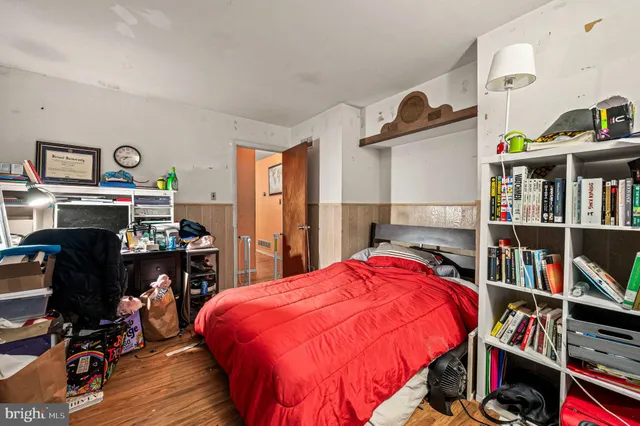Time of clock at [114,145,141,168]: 7:42
